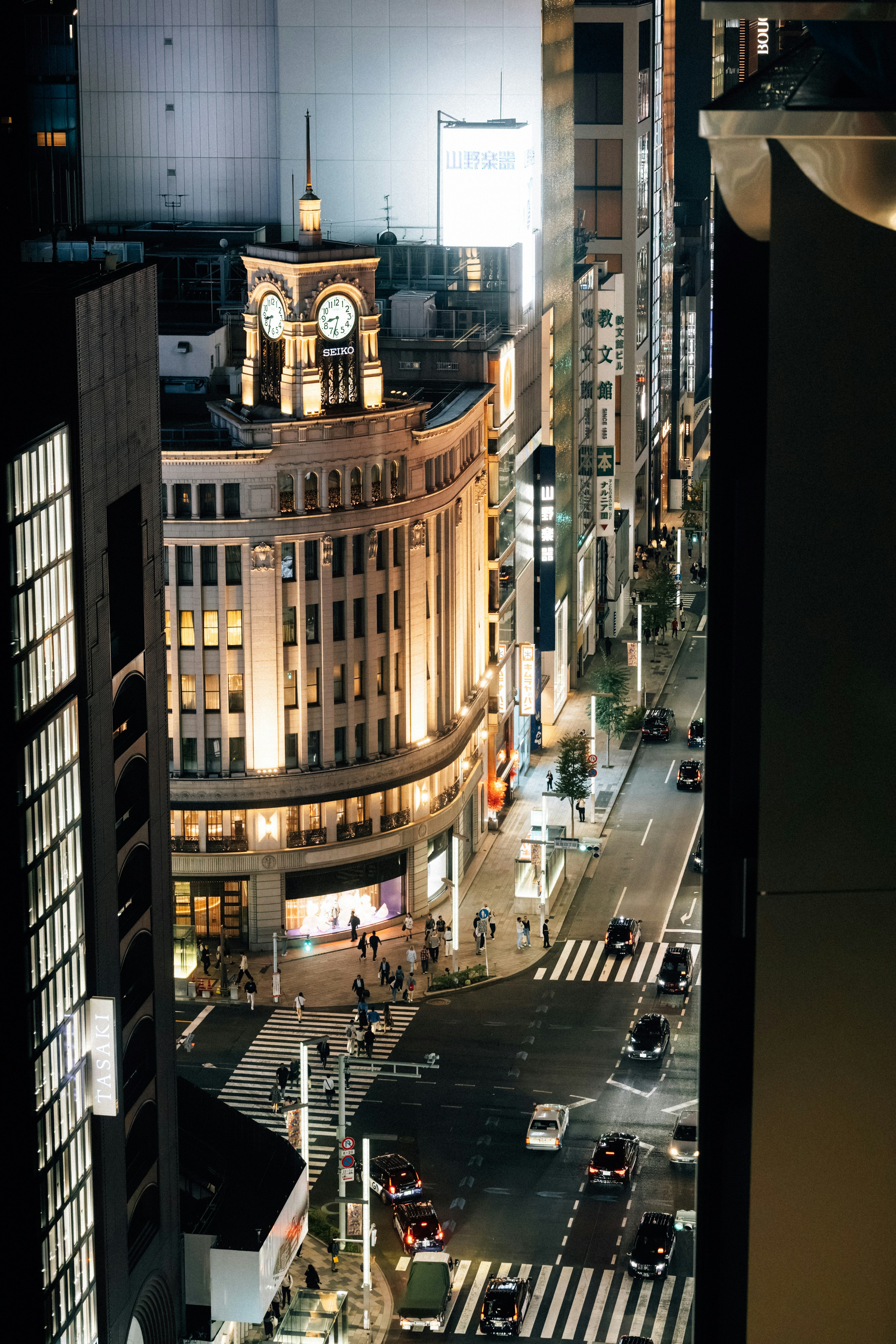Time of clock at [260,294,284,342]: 8:34
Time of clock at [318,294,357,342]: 8:32
